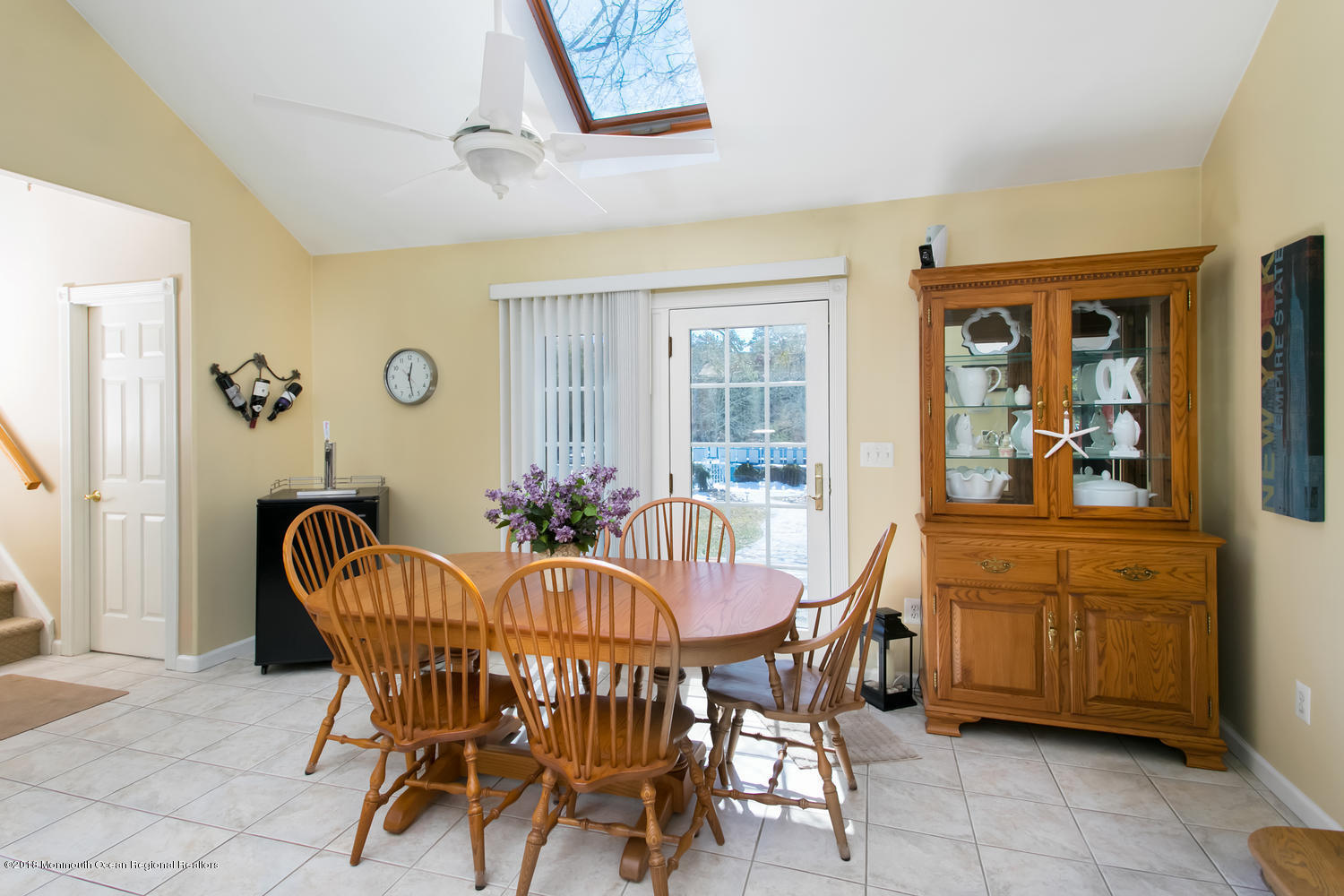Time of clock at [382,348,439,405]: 12:28
